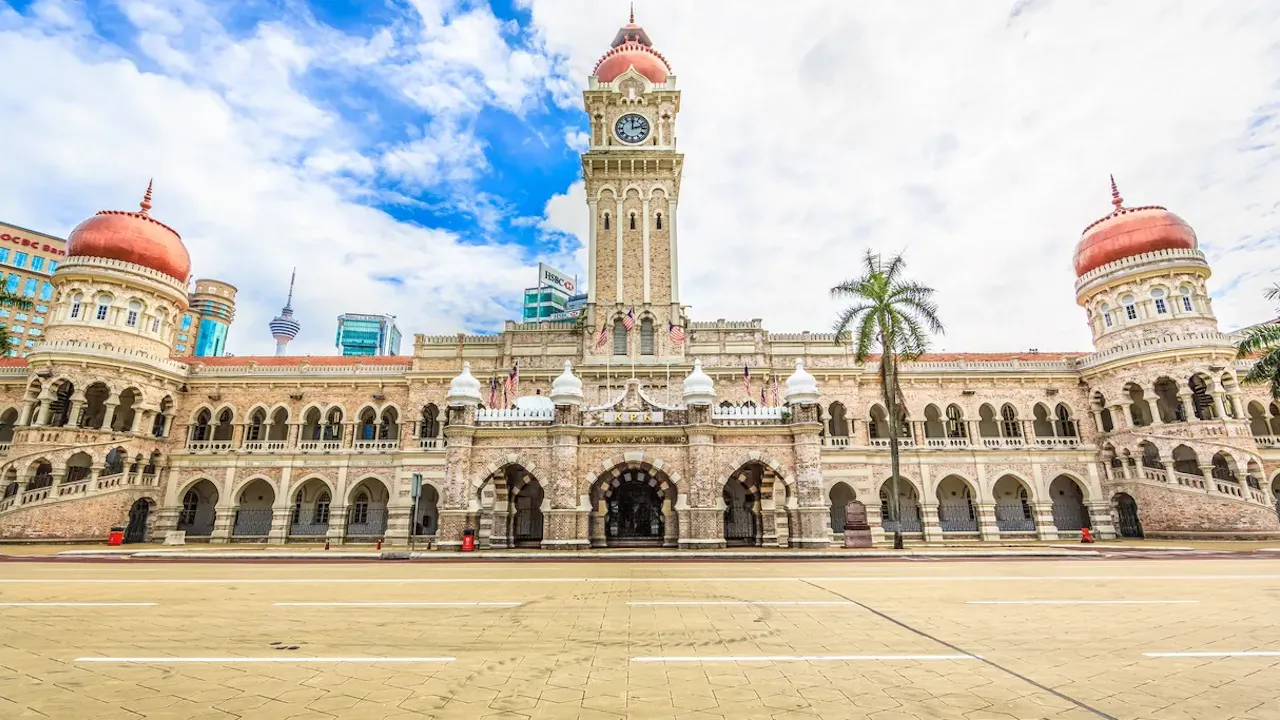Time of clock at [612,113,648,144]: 12:12
